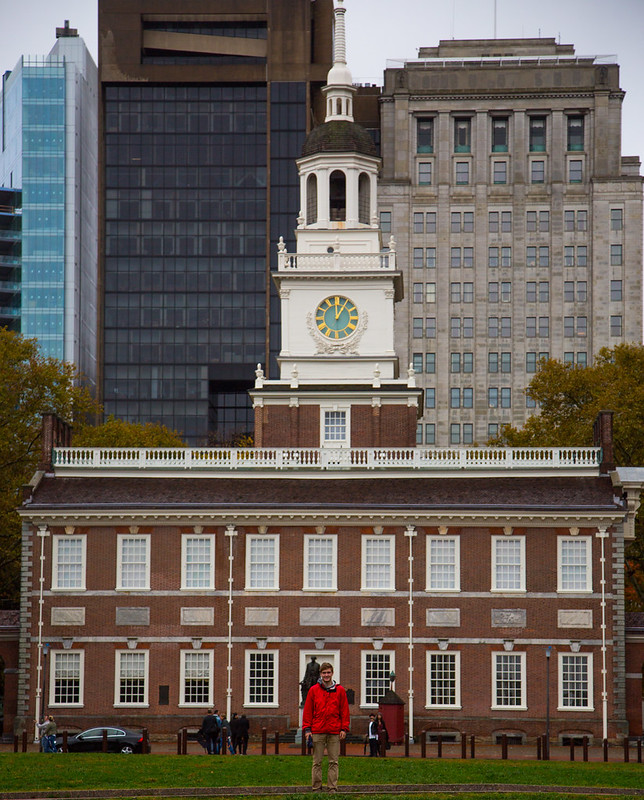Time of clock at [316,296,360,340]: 12:59
